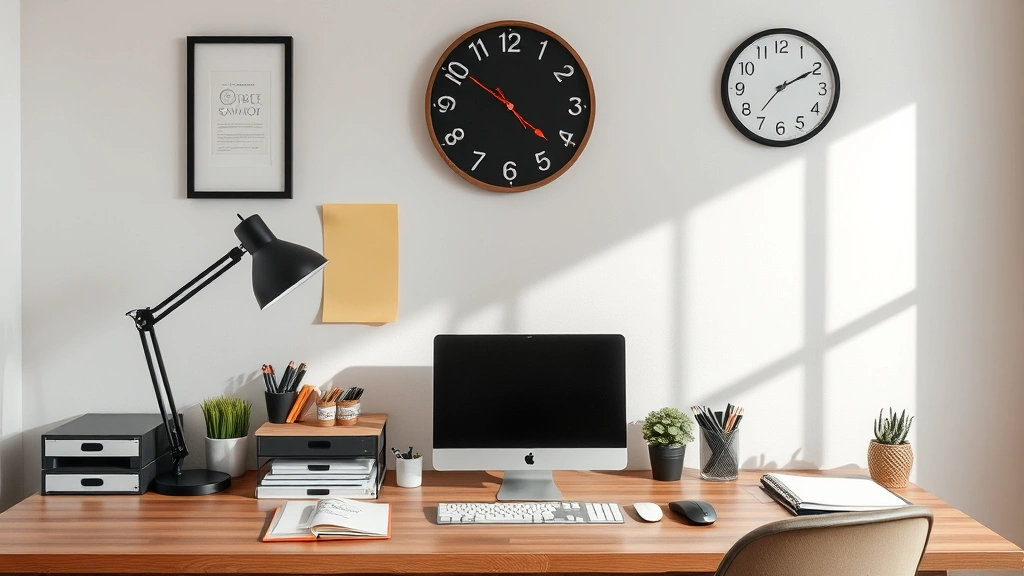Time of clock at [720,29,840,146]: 2:10
